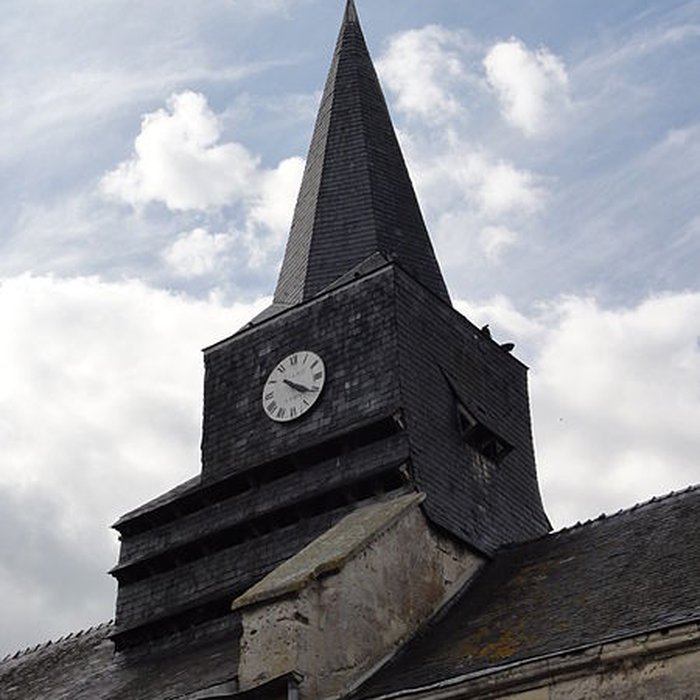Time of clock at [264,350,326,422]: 4:20
